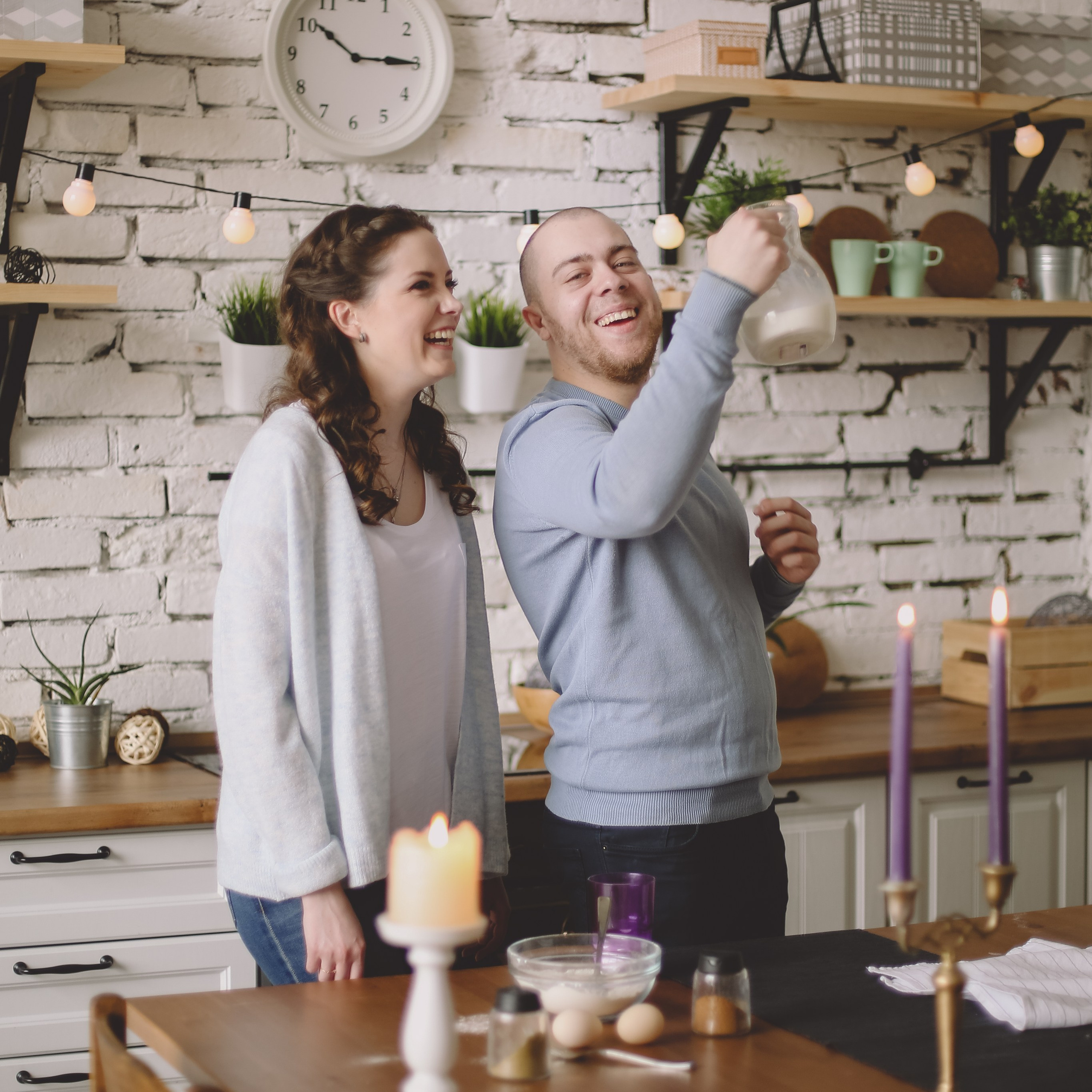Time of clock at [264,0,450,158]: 10:14
